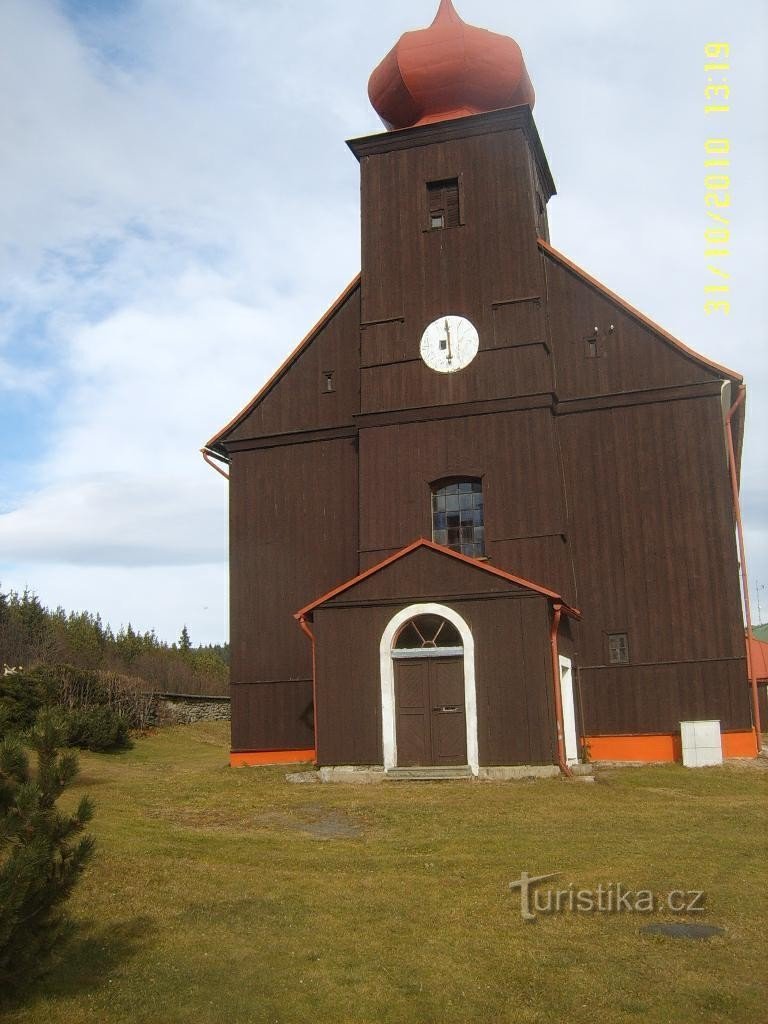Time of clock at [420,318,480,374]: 5:59
